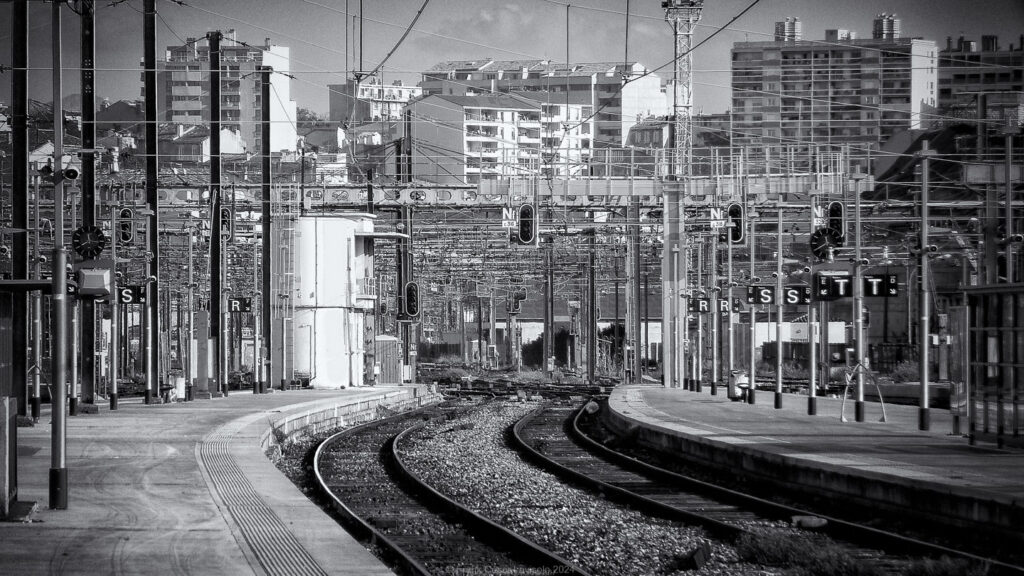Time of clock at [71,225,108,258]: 11:40
